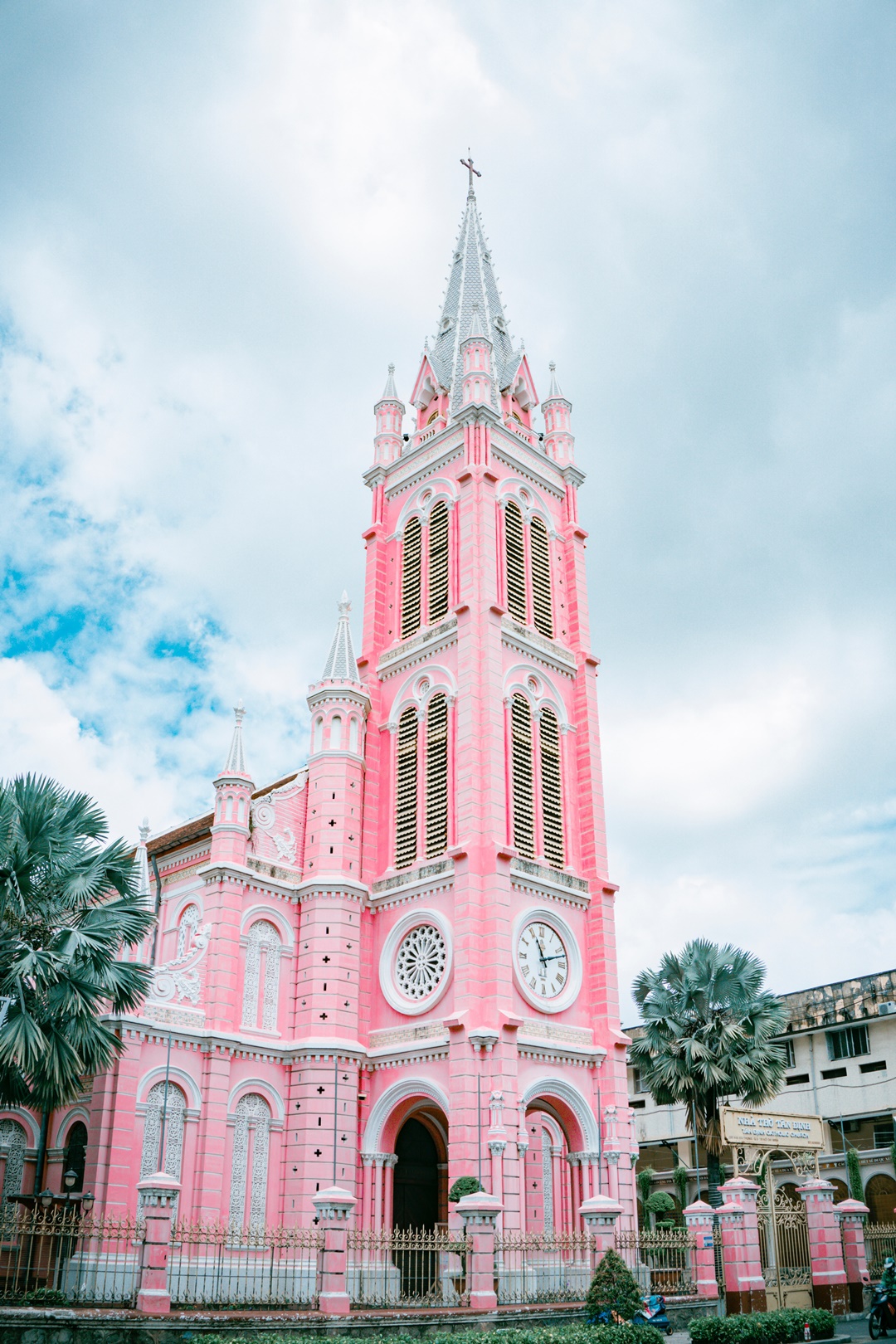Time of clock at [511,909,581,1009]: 11:12
